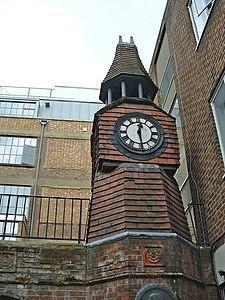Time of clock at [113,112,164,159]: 12:28
